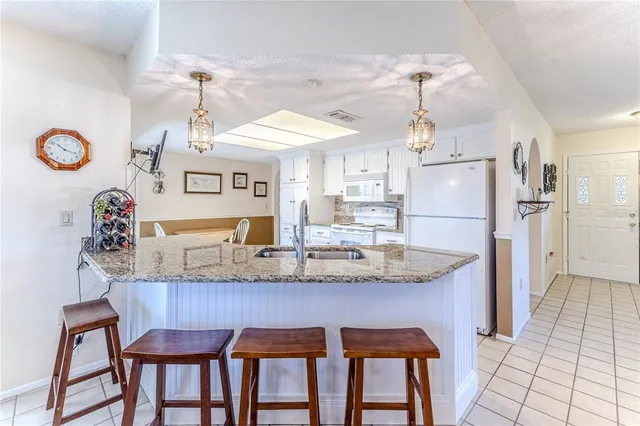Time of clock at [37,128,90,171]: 10:18
